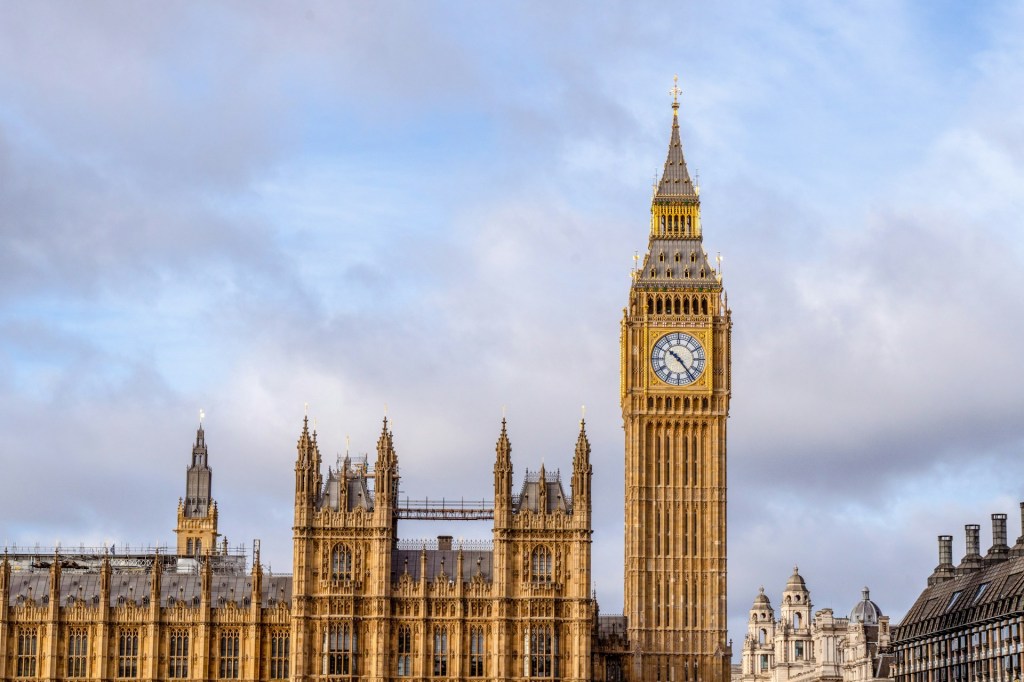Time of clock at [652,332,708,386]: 10:23
